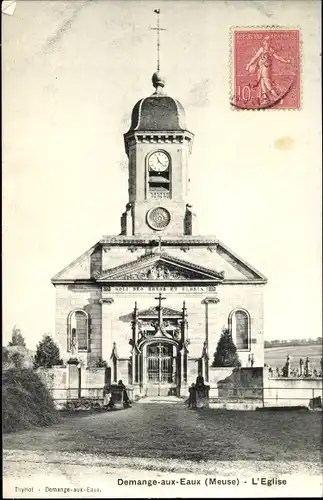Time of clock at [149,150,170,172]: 11:21
